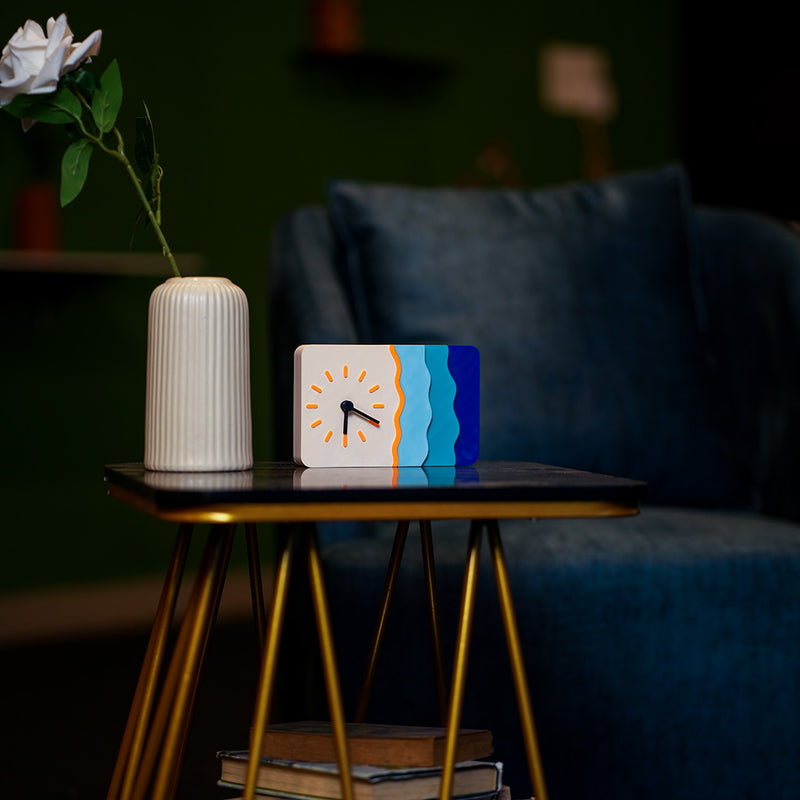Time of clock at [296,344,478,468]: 6:19
